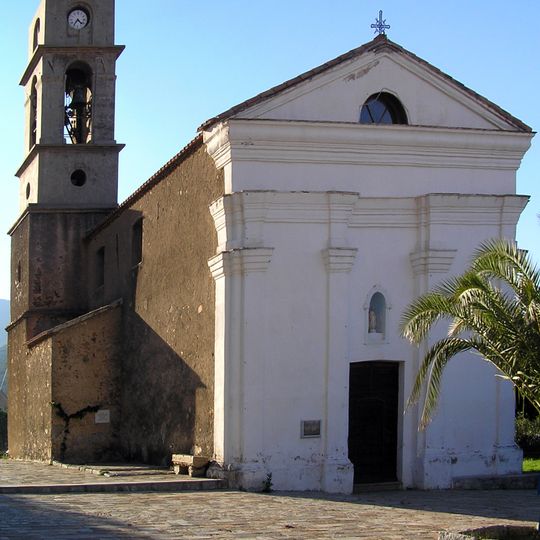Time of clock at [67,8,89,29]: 4:36
